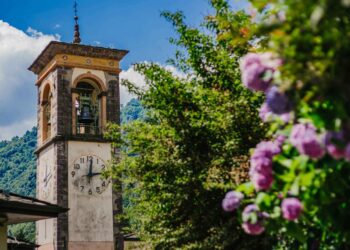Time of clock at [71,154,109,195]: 12:13
